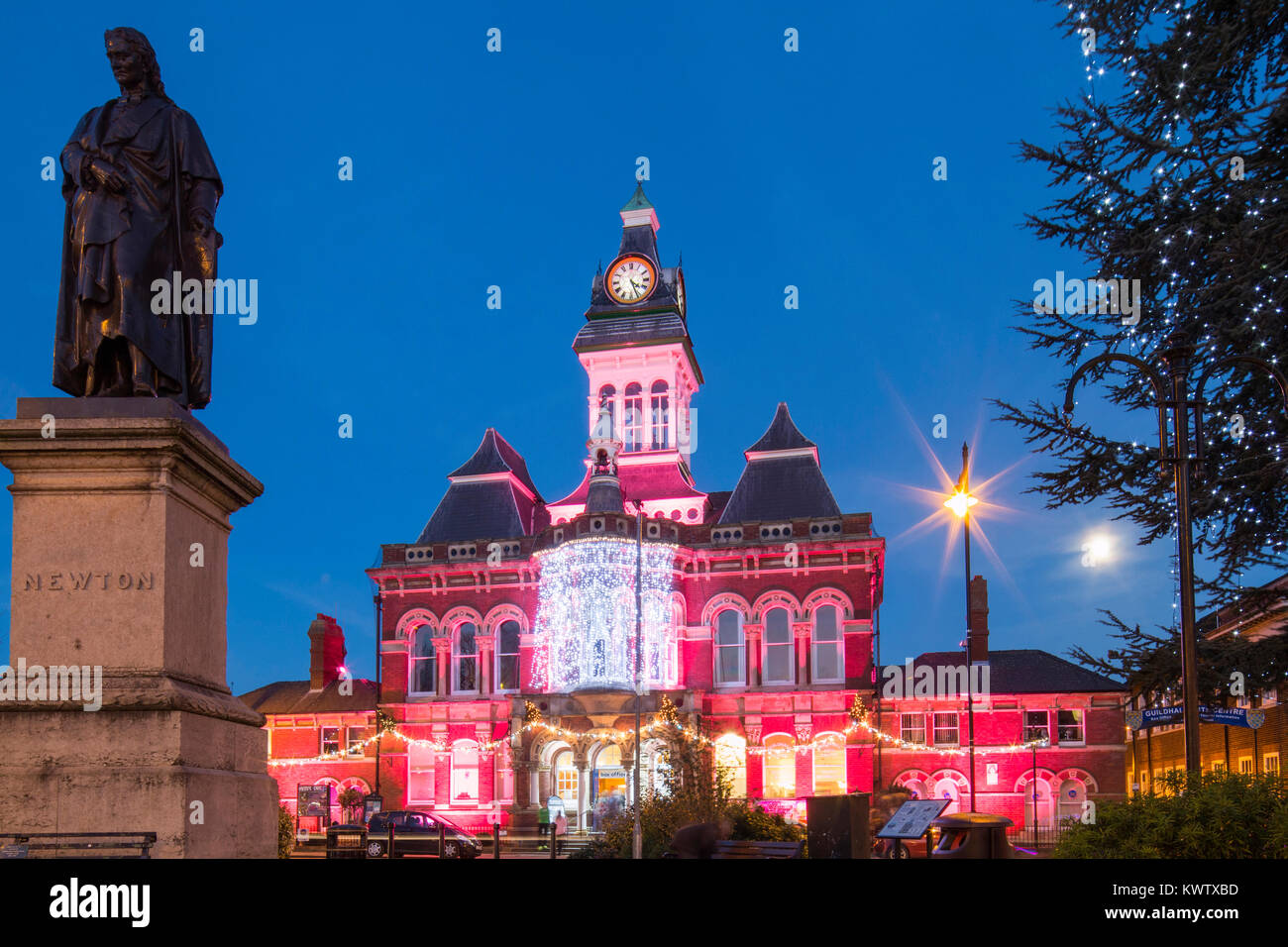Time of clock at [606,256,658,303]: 4:26
